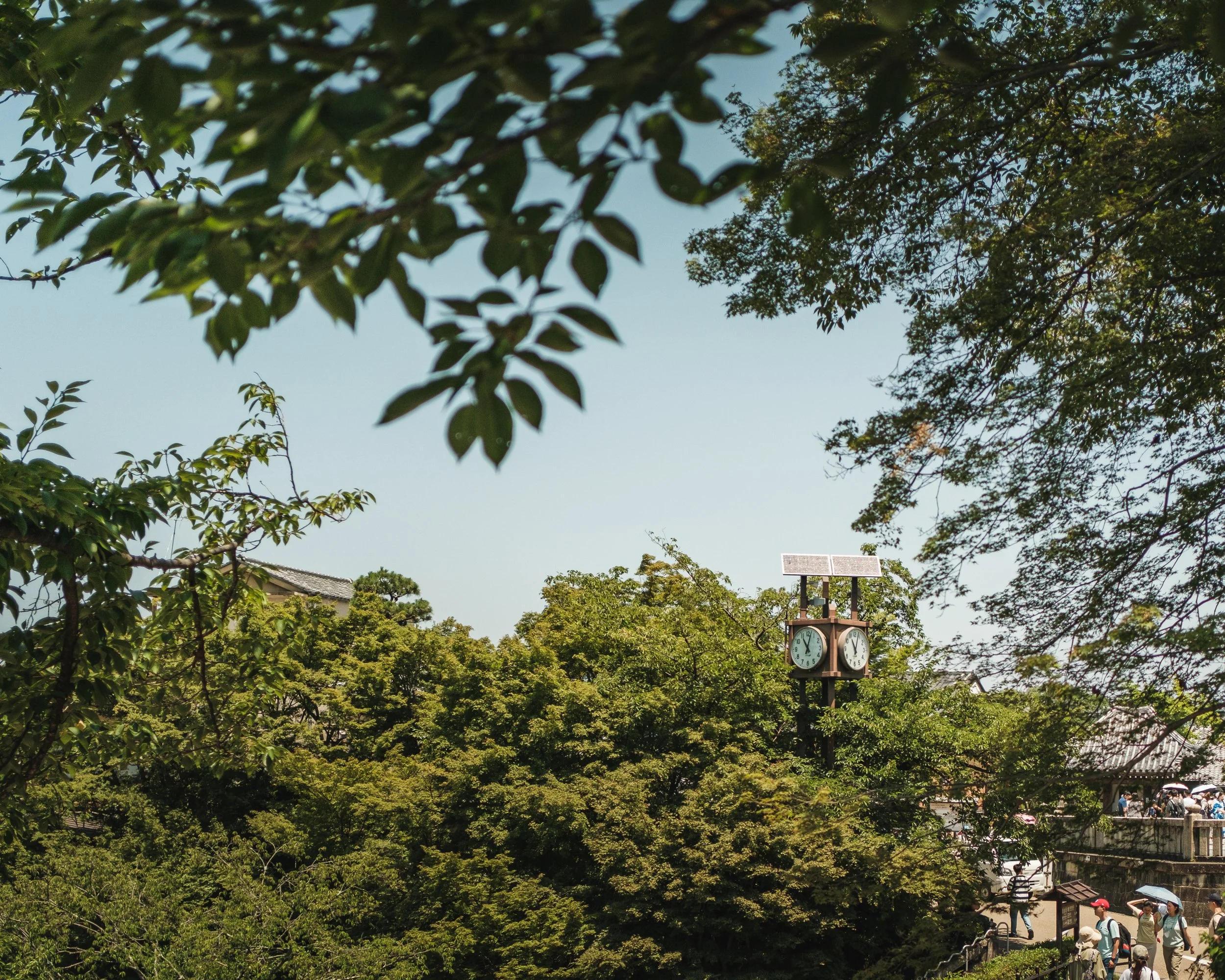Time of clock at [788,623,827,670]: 11:02
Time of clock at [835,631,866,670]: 11:03
